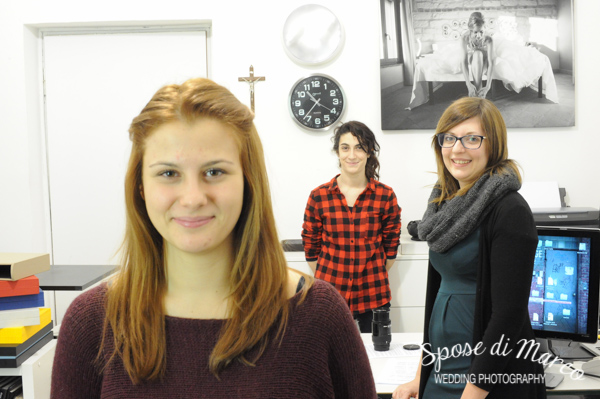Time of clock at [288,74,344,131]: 10:36
